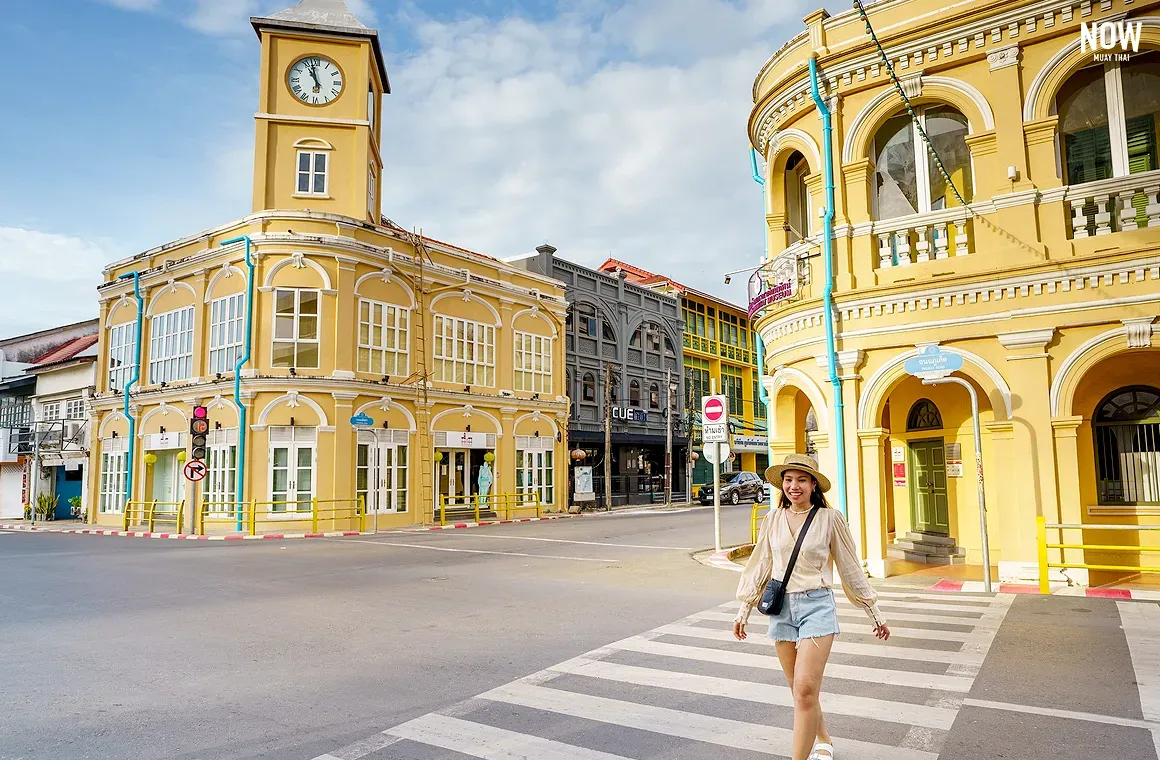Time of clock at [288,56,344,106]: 10:57
